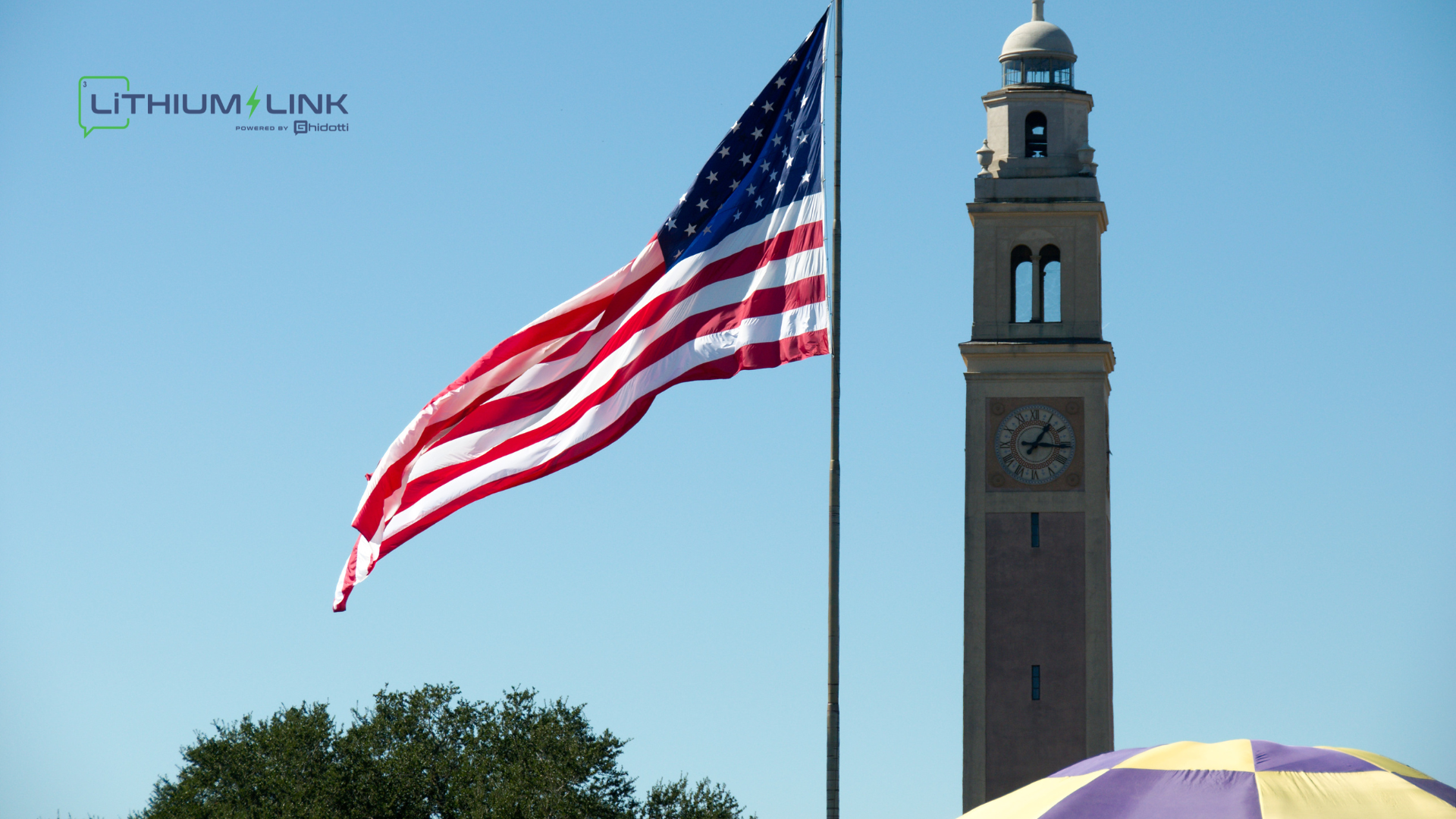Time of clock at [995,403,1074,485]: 1:16
